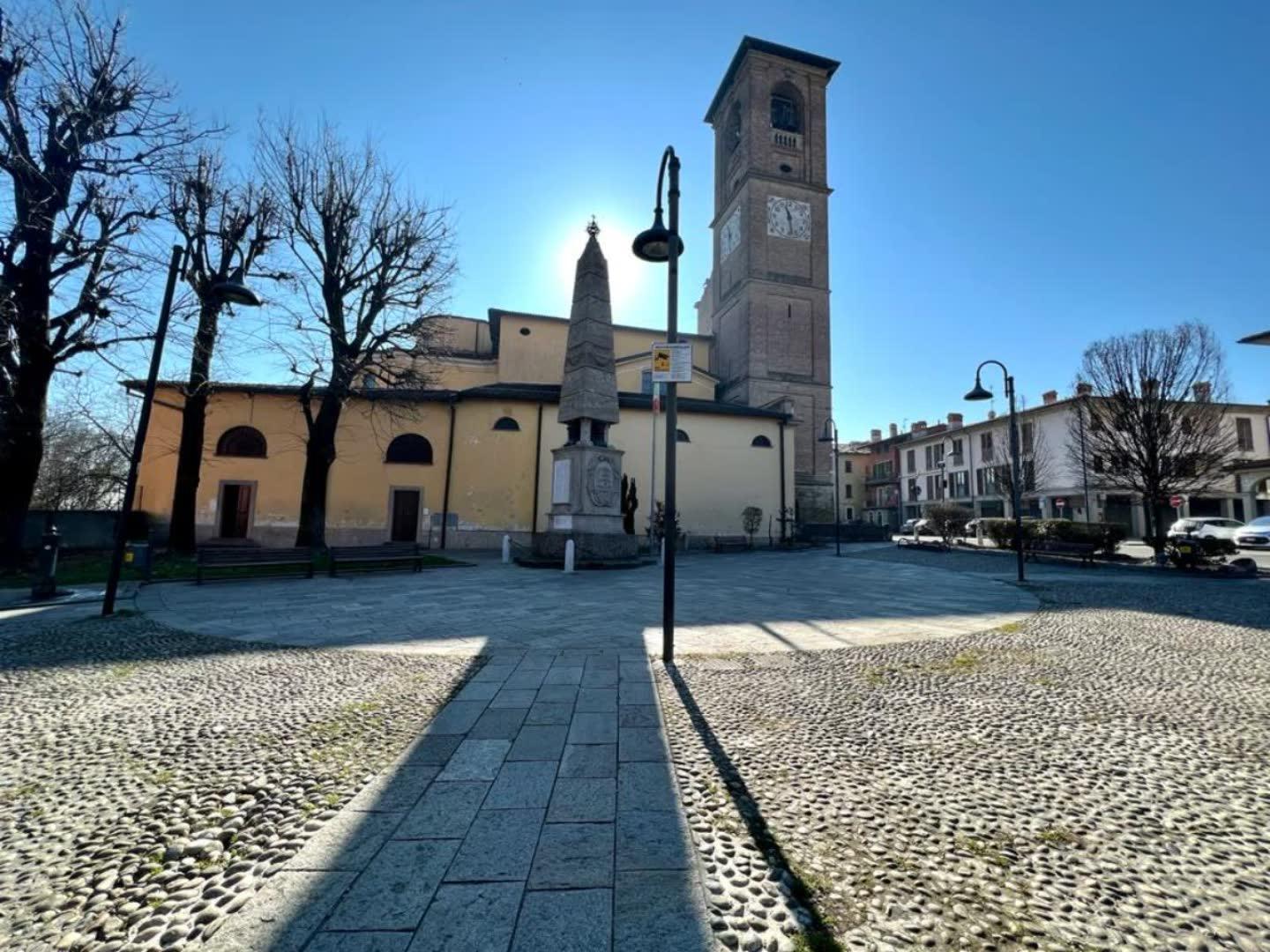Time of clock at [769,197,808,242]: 11:28
